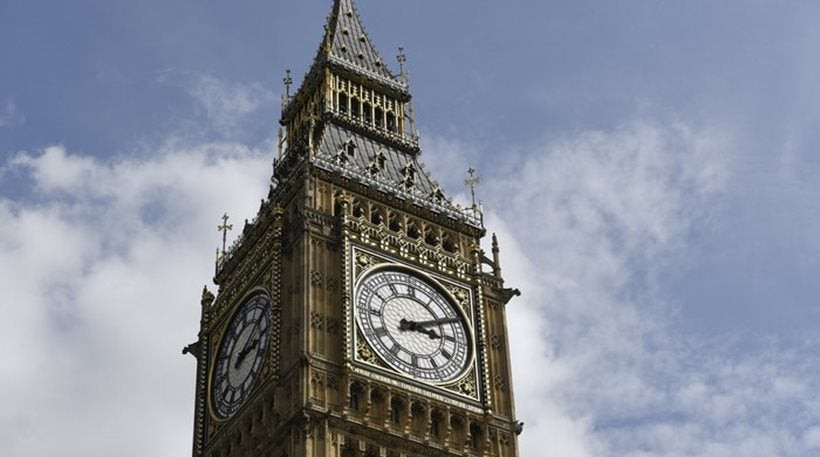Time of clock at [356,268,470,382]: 3:10
